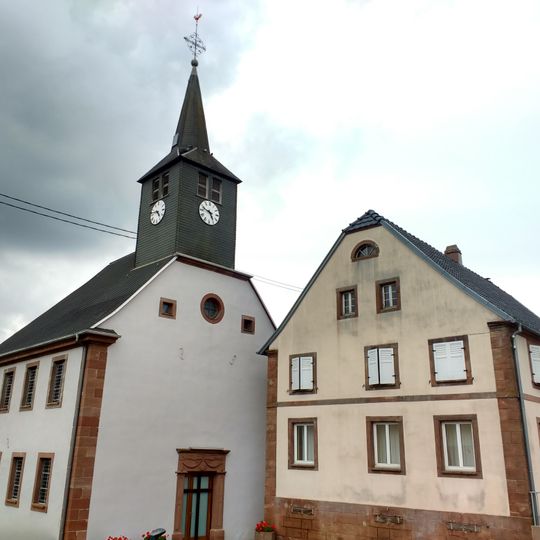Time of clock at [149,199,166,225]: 4:46
